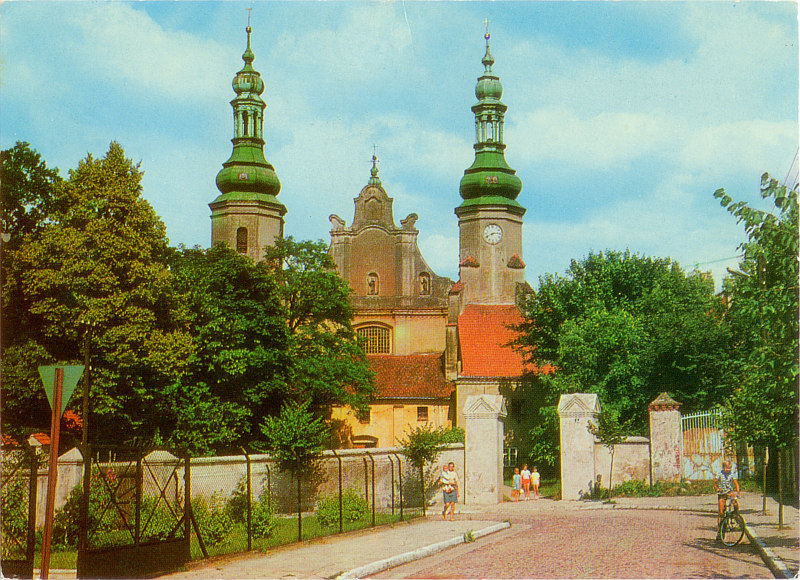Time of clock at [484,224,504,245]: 8:14
